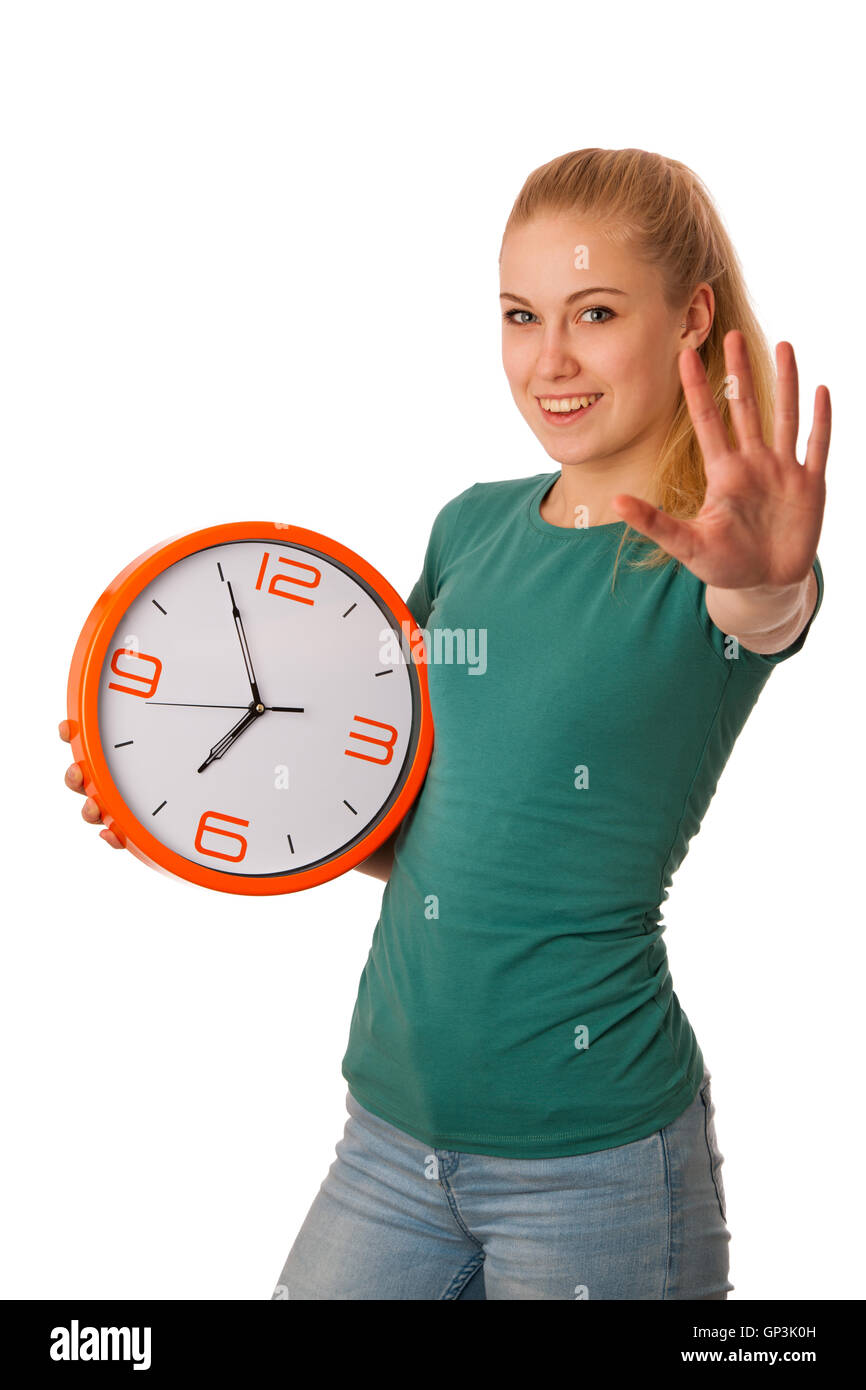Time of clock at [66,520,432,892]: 6:55
